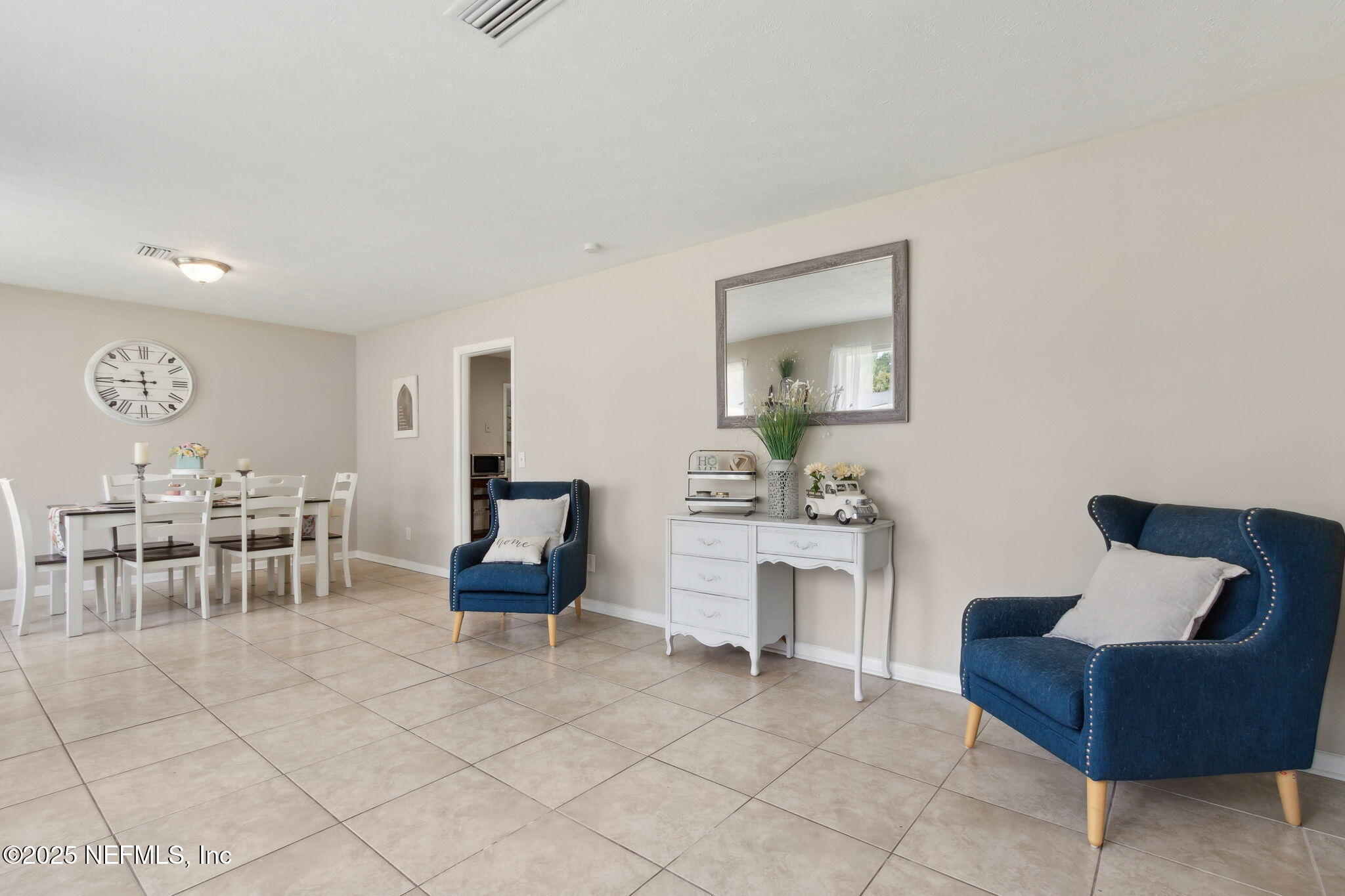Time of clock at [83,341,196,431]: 5:45
